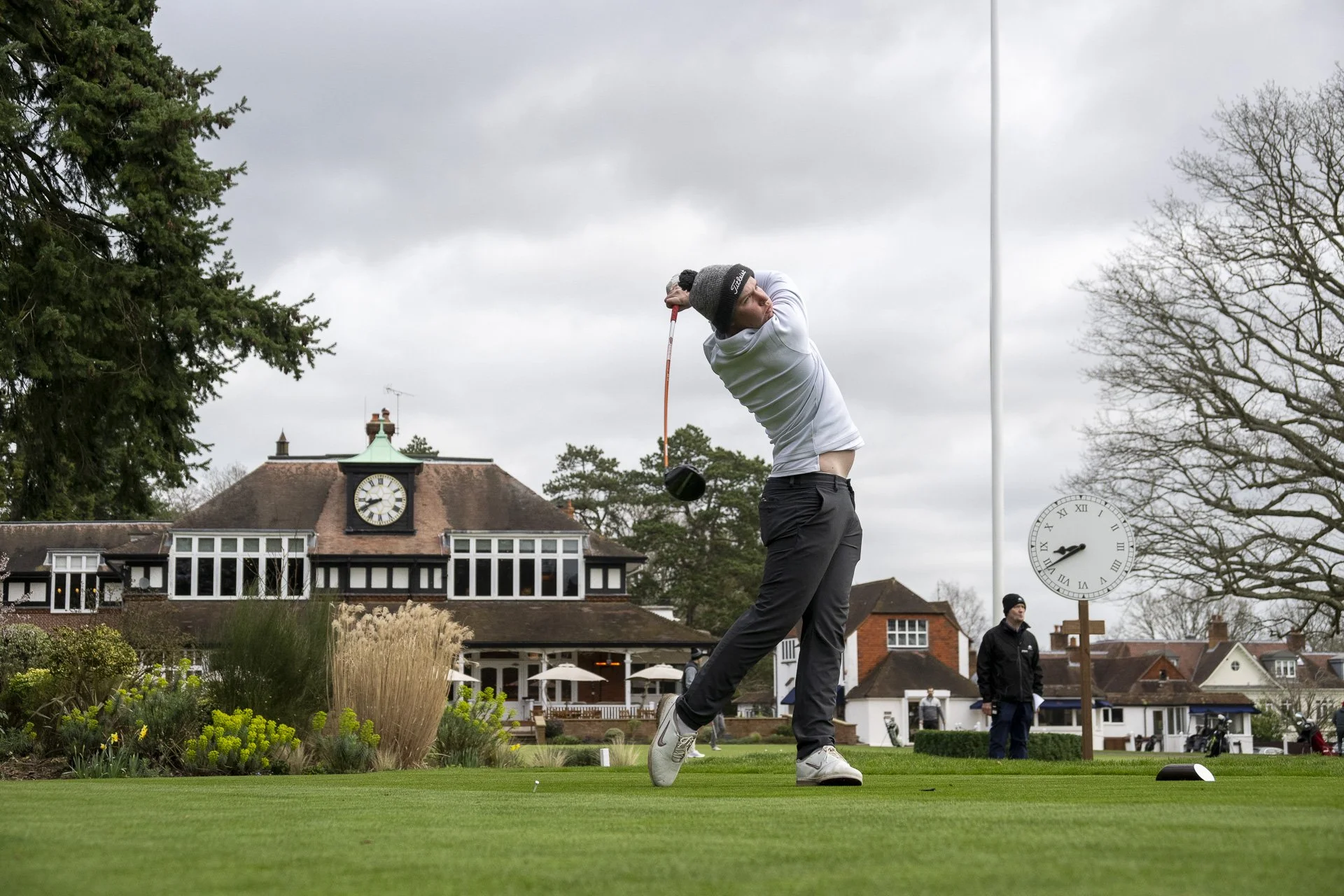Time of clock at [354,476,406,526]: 8:40
